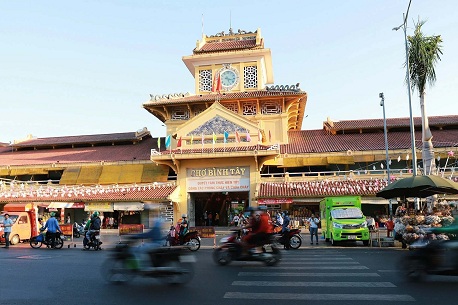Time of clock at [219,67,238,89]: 5:17
